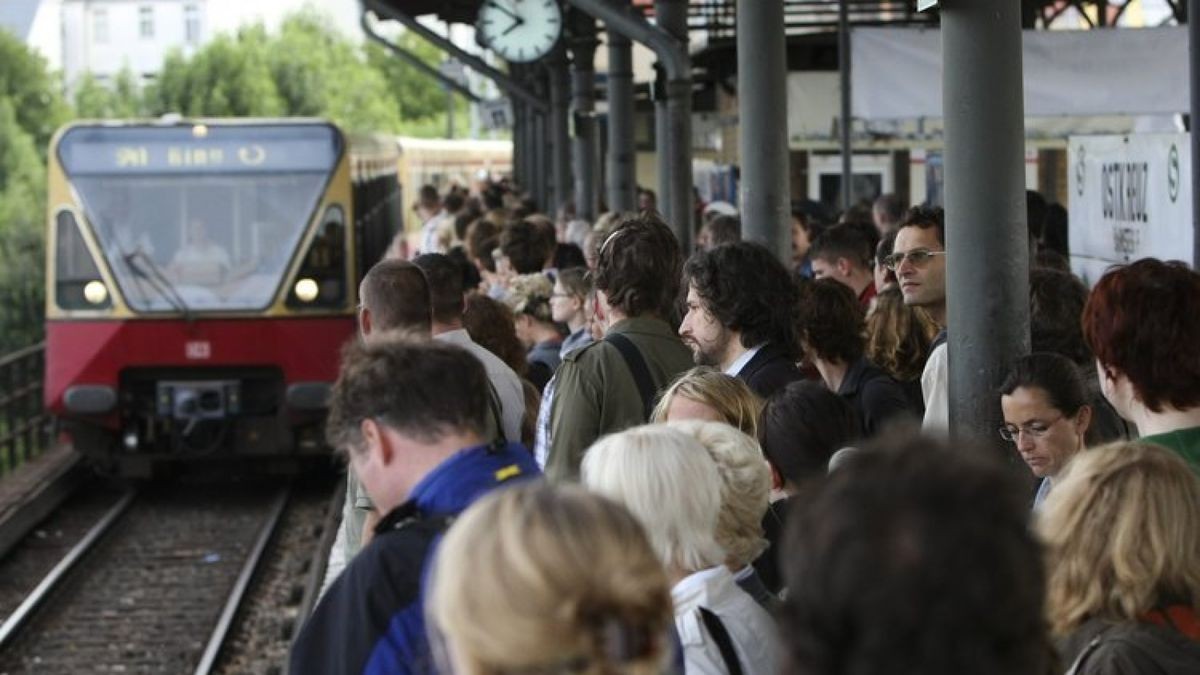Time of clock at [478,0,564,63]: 7:51
